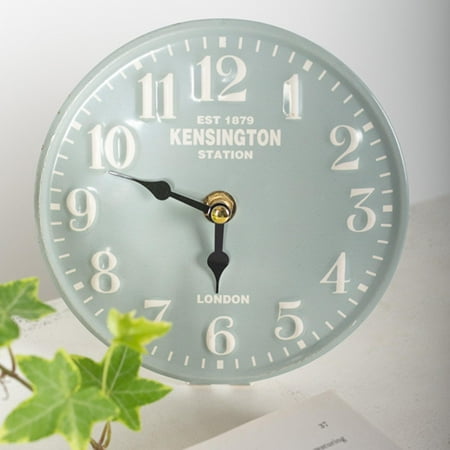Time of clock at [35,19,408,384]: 5:48
